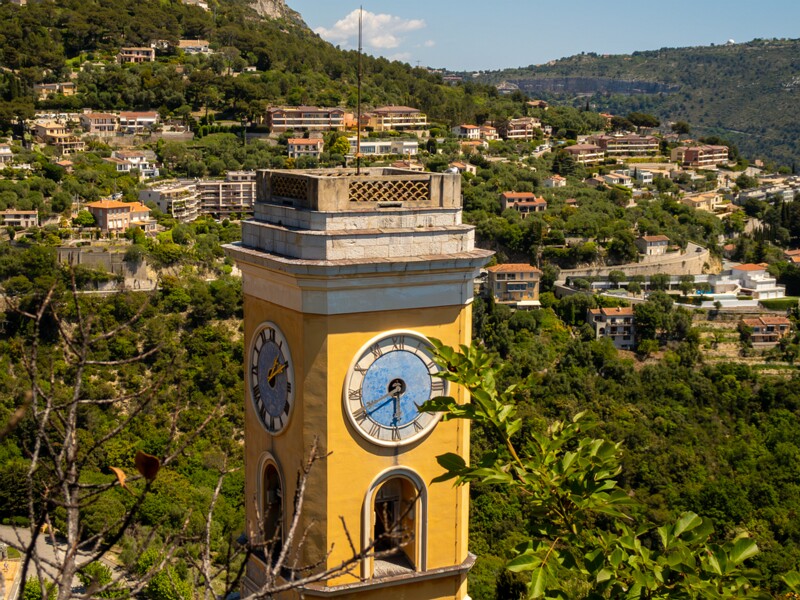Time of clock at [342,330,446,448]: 5:40
